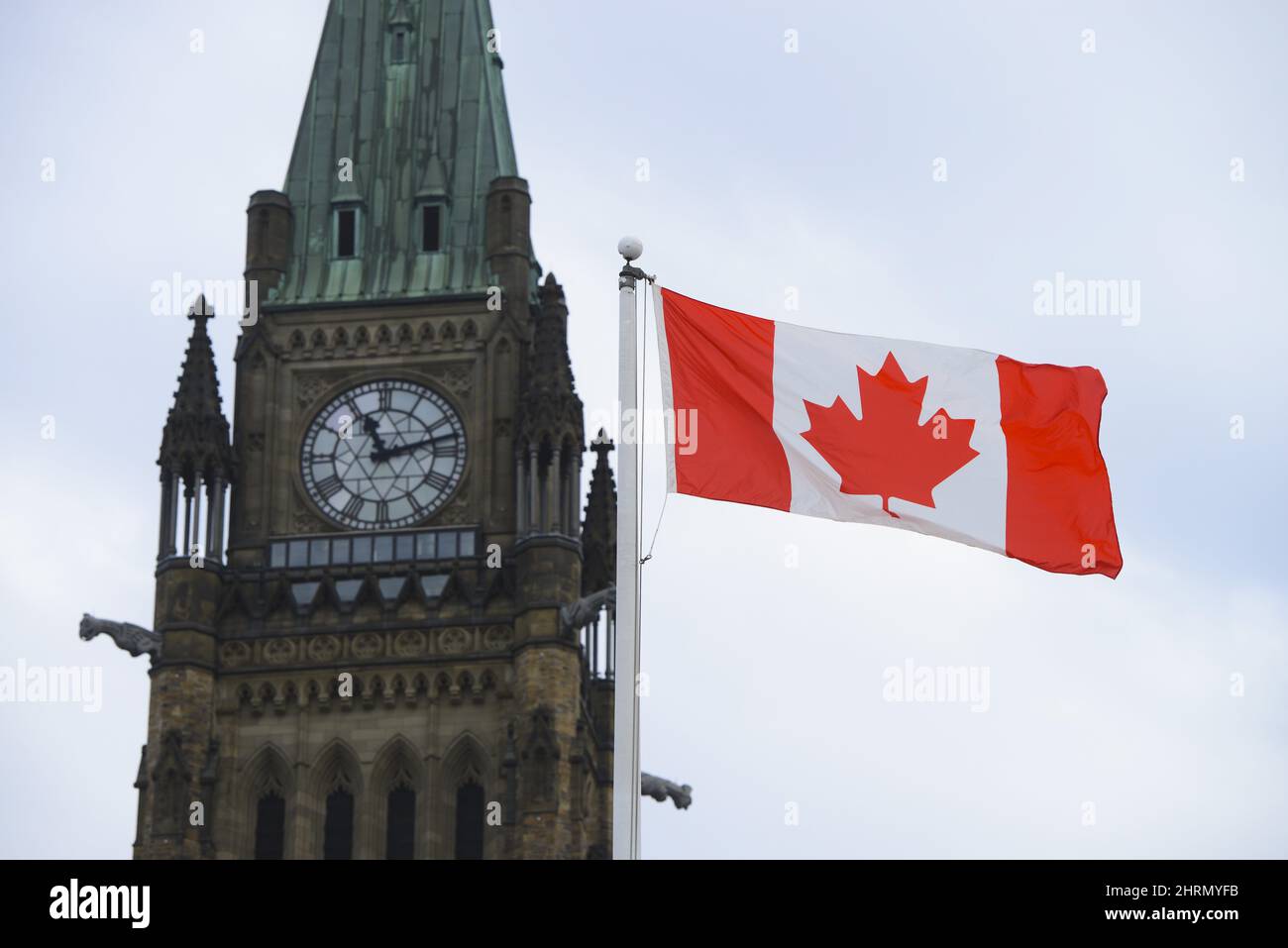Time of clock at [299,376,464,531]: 11:12
